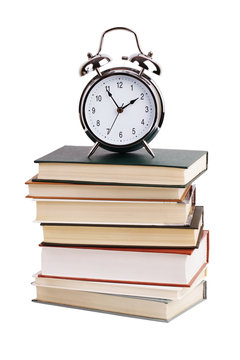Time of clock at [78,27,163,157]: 1:54
